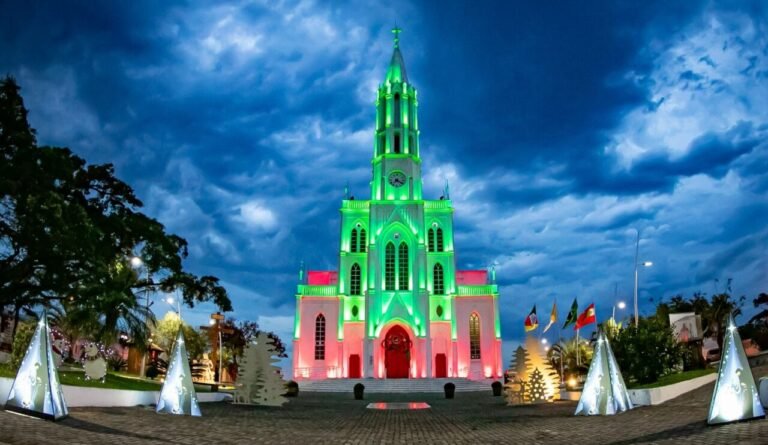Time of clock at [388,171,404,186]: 7:20
